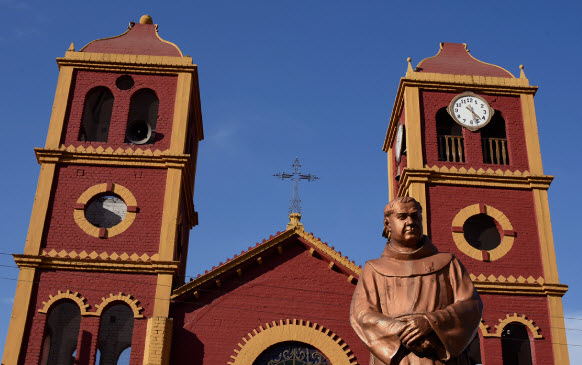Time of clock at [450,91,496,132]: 4:26
